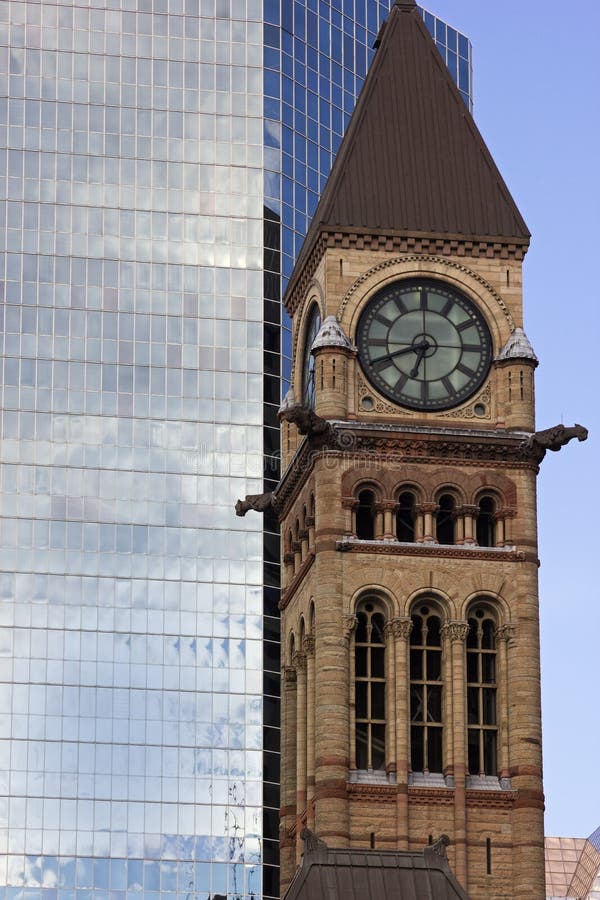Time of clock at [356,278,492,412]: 6:41
